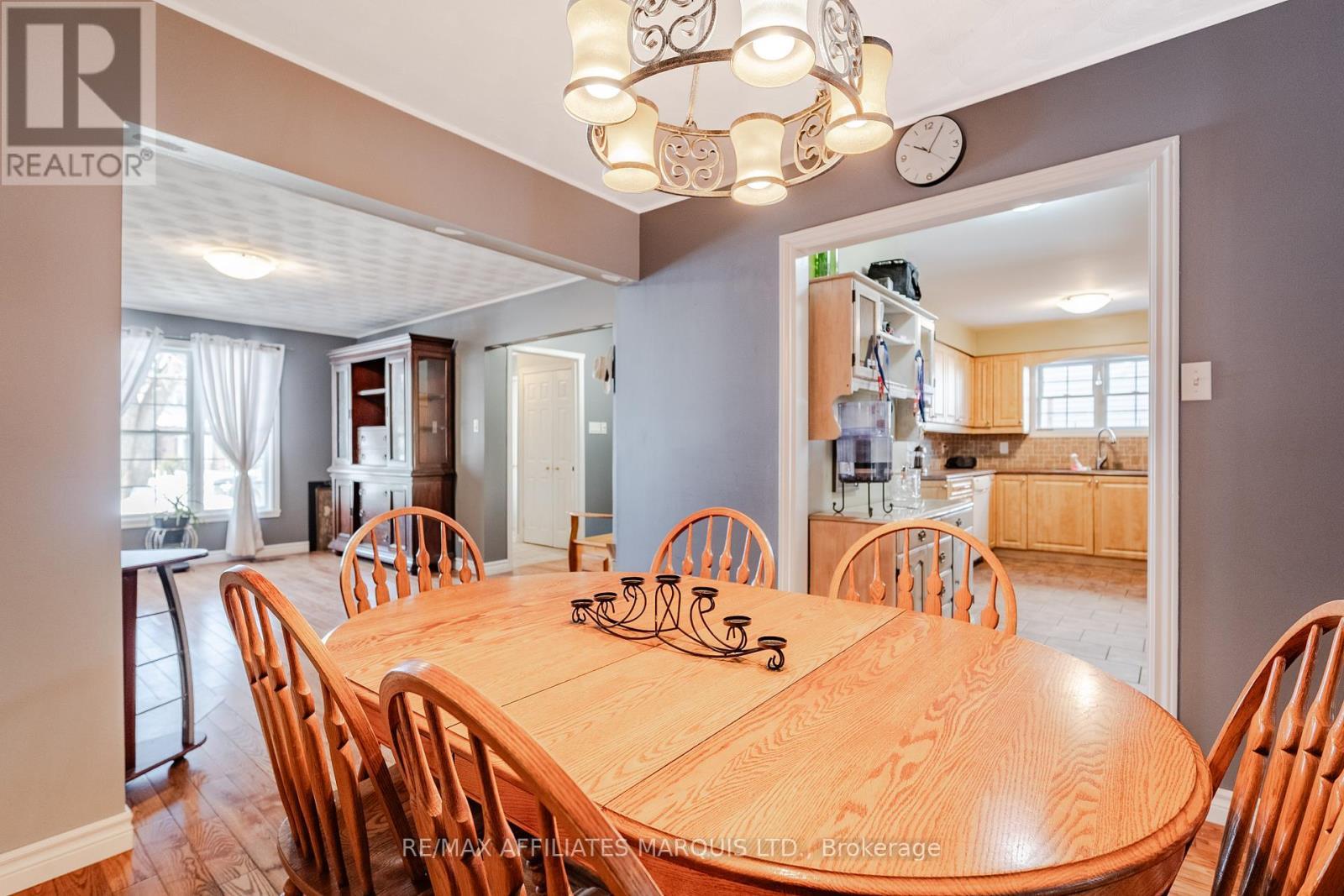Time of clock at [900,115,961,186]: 10:05
